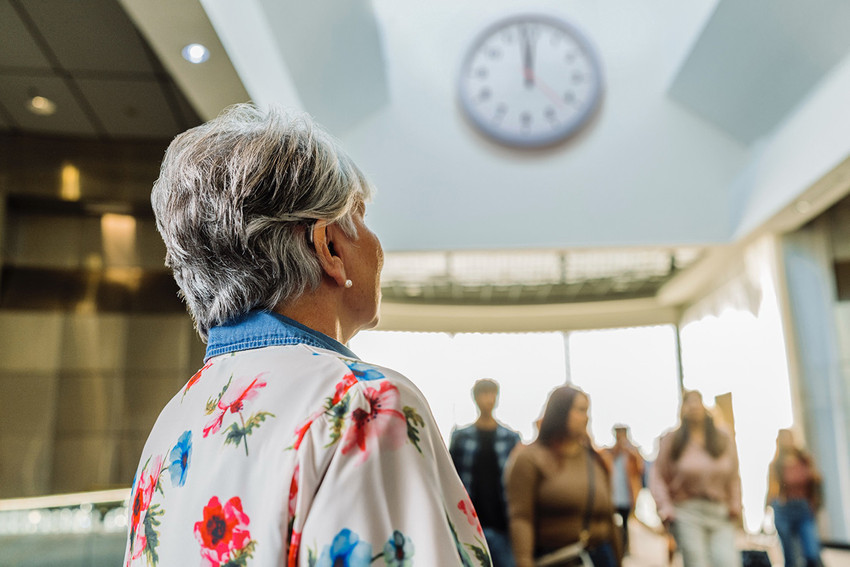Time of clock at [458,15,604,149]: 11:58
